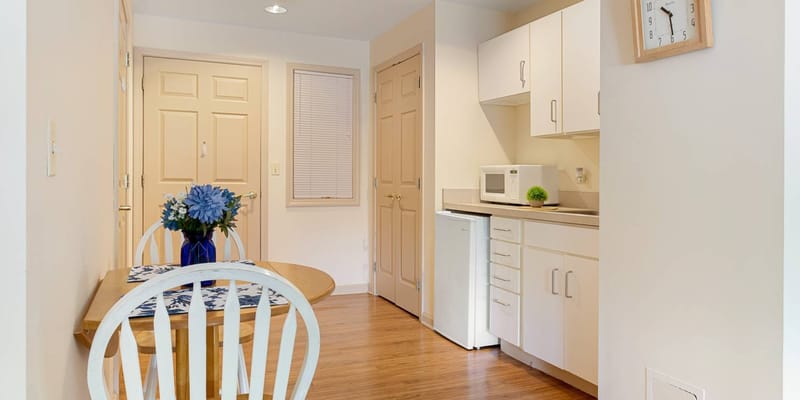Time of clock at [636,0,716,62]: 10:29
